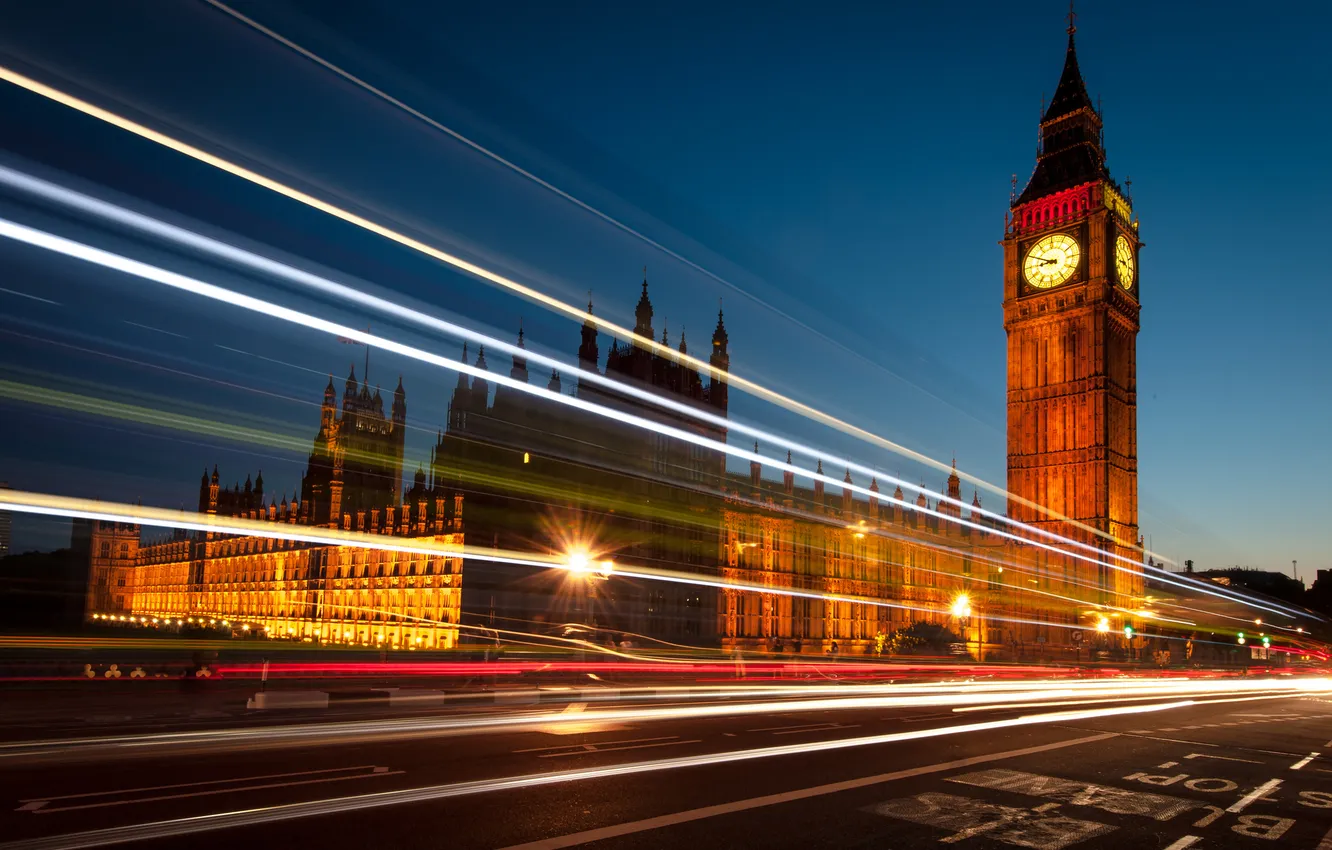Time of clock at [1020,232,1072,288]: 8:49
